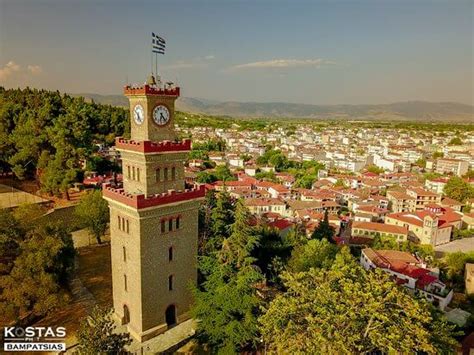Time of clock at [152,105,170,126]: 6:23
